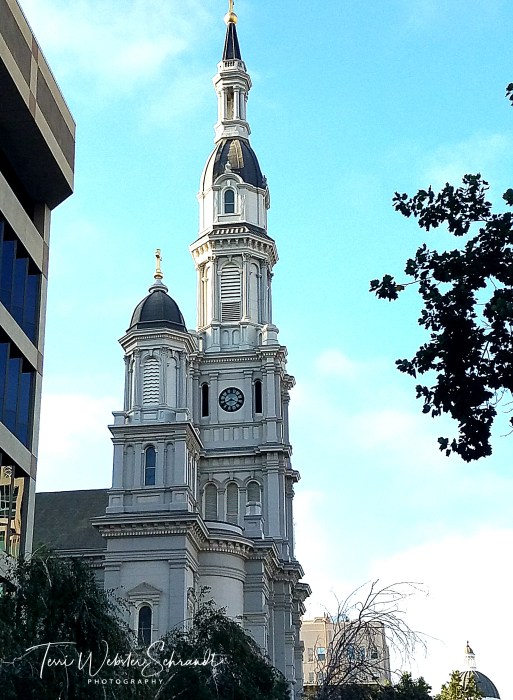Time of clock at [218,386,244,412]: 3:40
